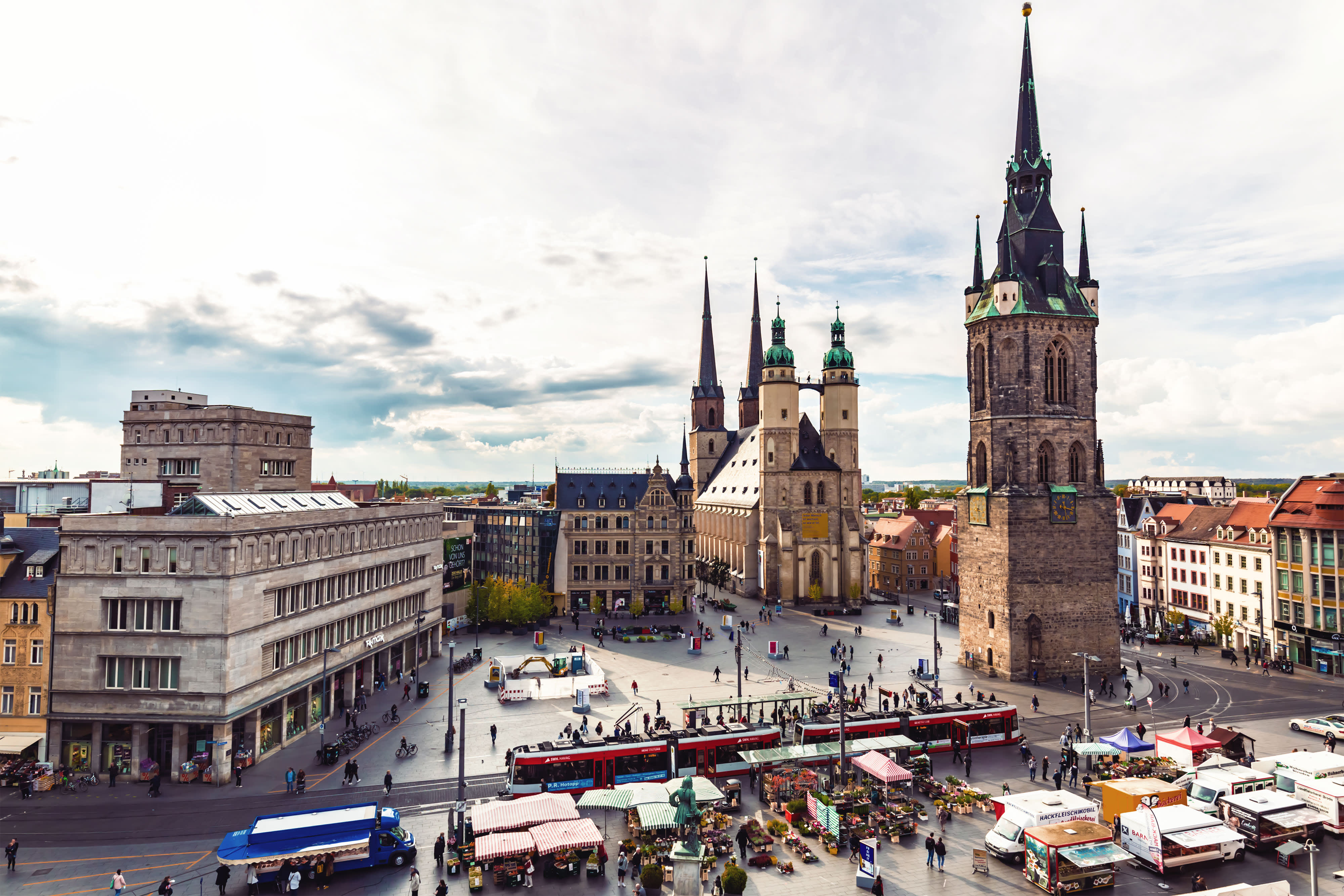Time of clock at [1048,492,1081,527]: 12:17
